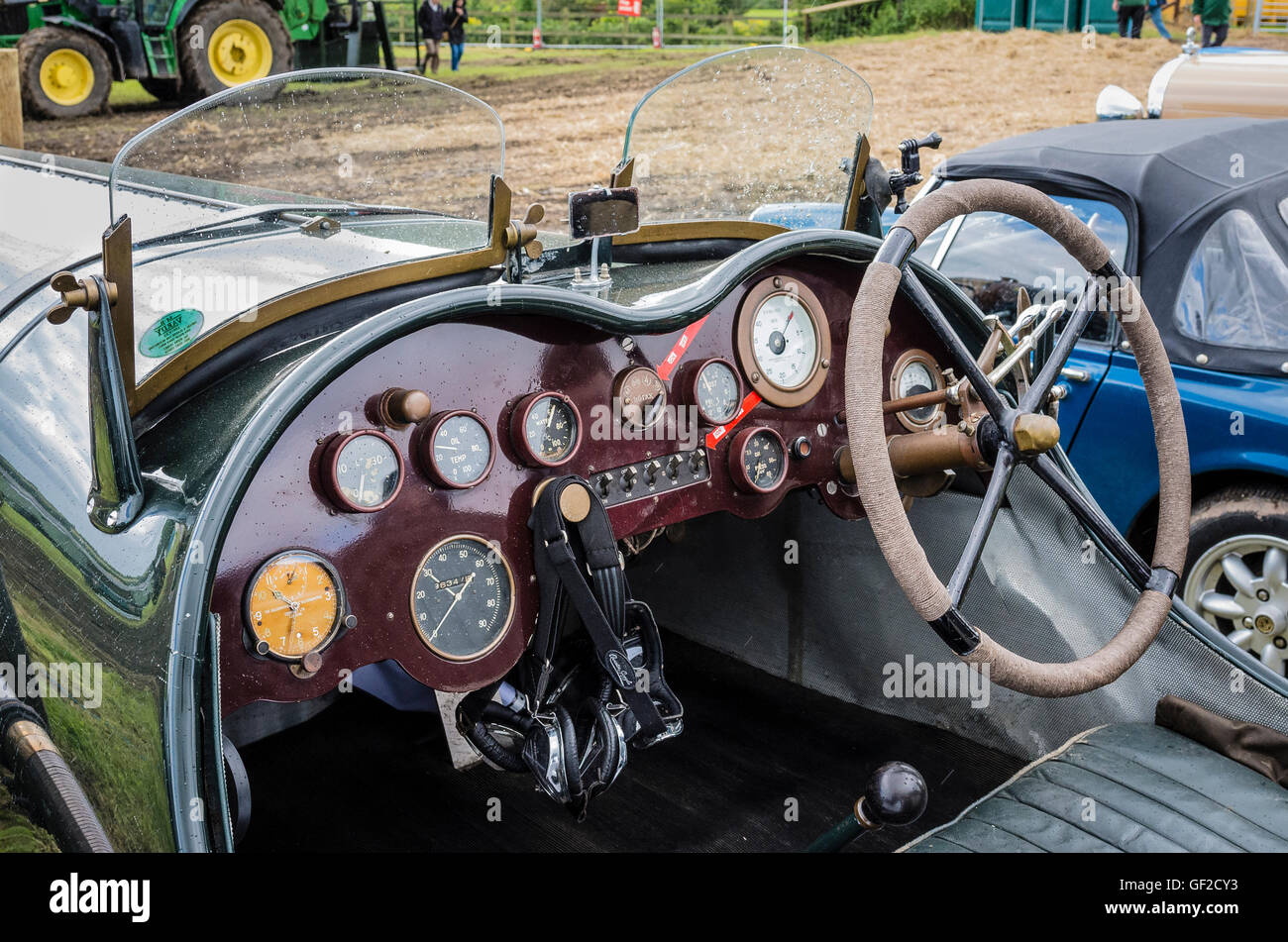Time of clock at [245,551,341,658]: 10:14
